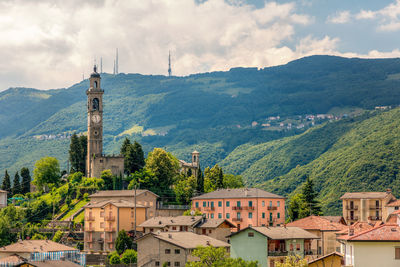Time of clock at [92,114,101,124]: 11:28
